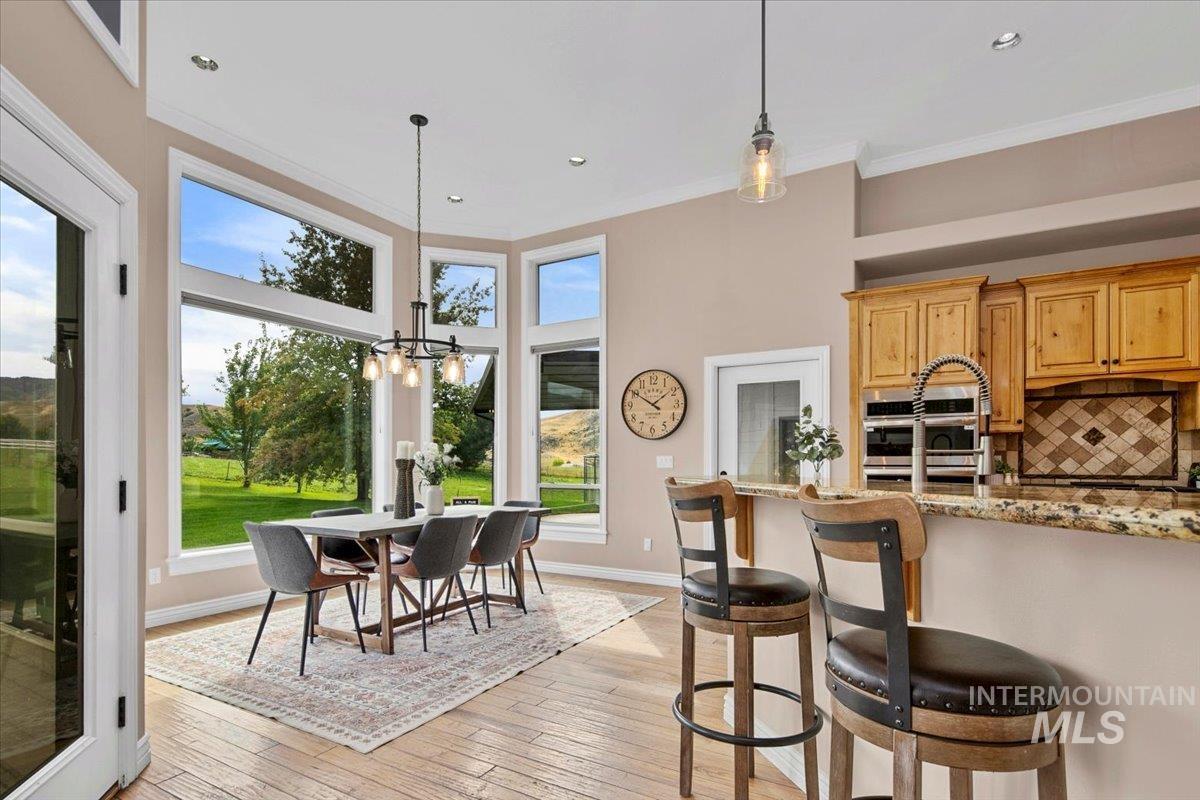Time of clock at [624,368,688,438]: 1:50
